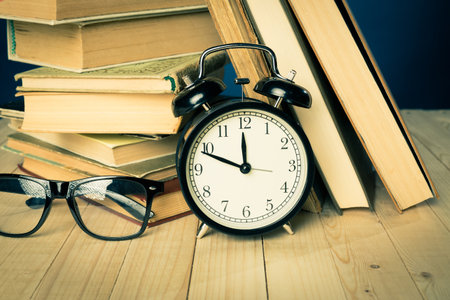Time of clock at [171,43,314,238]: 11:48
